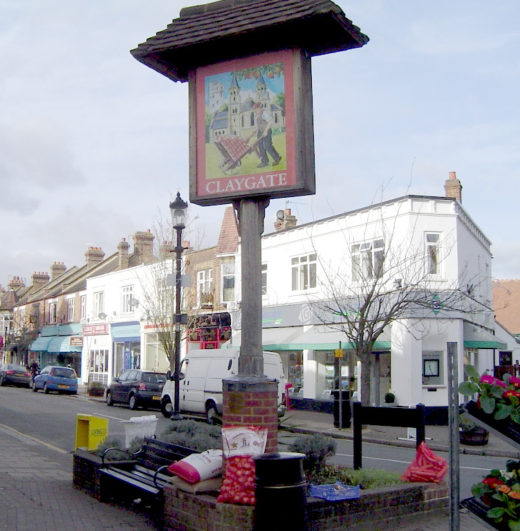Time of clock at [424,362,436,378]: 11:25
